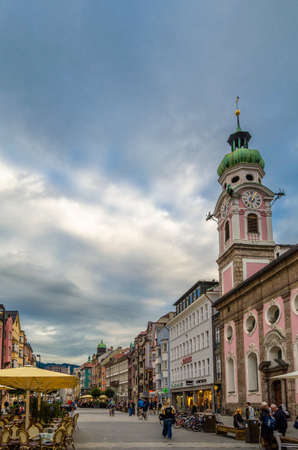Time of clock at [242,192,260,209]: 7:02
